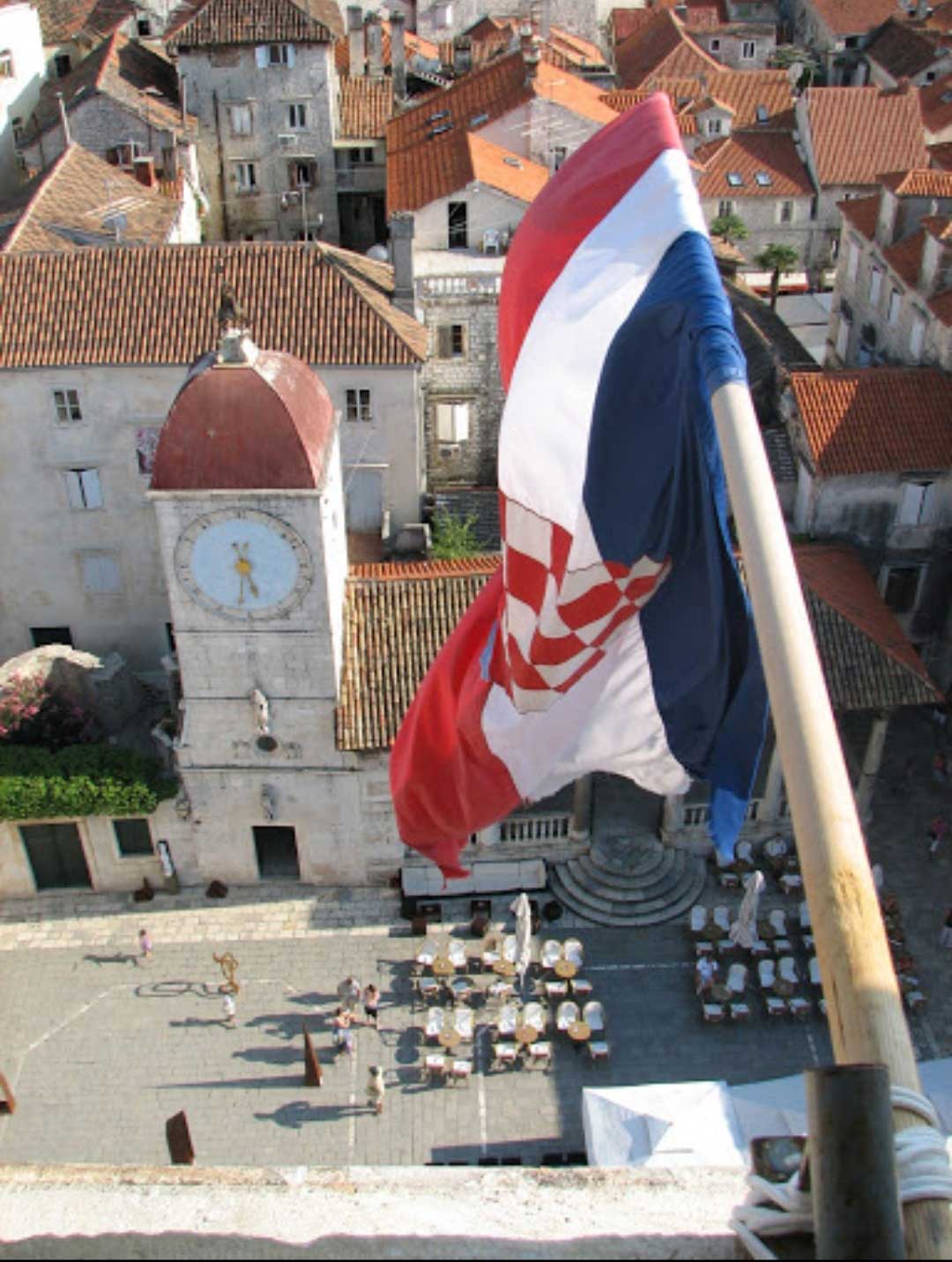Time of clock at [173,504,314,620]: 5:31
